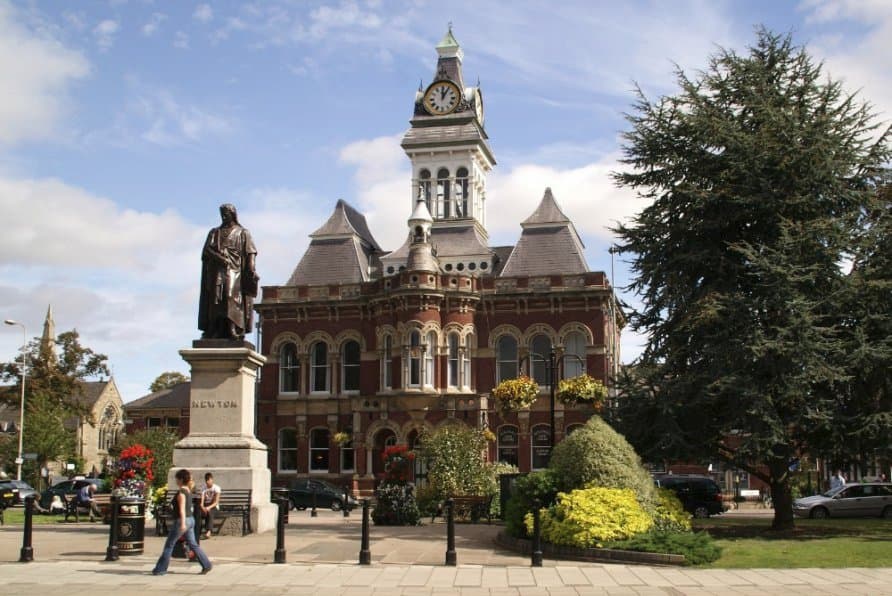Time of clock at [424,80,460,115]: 12:05
